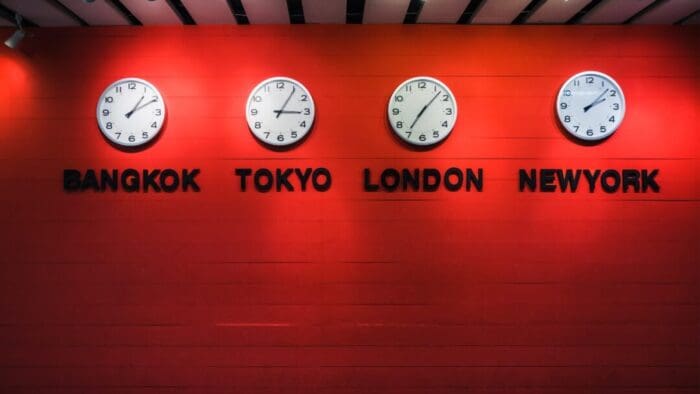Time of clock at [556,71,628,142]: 2:07
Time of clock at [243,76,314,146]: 3:05
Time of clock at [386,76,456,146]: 7:07
